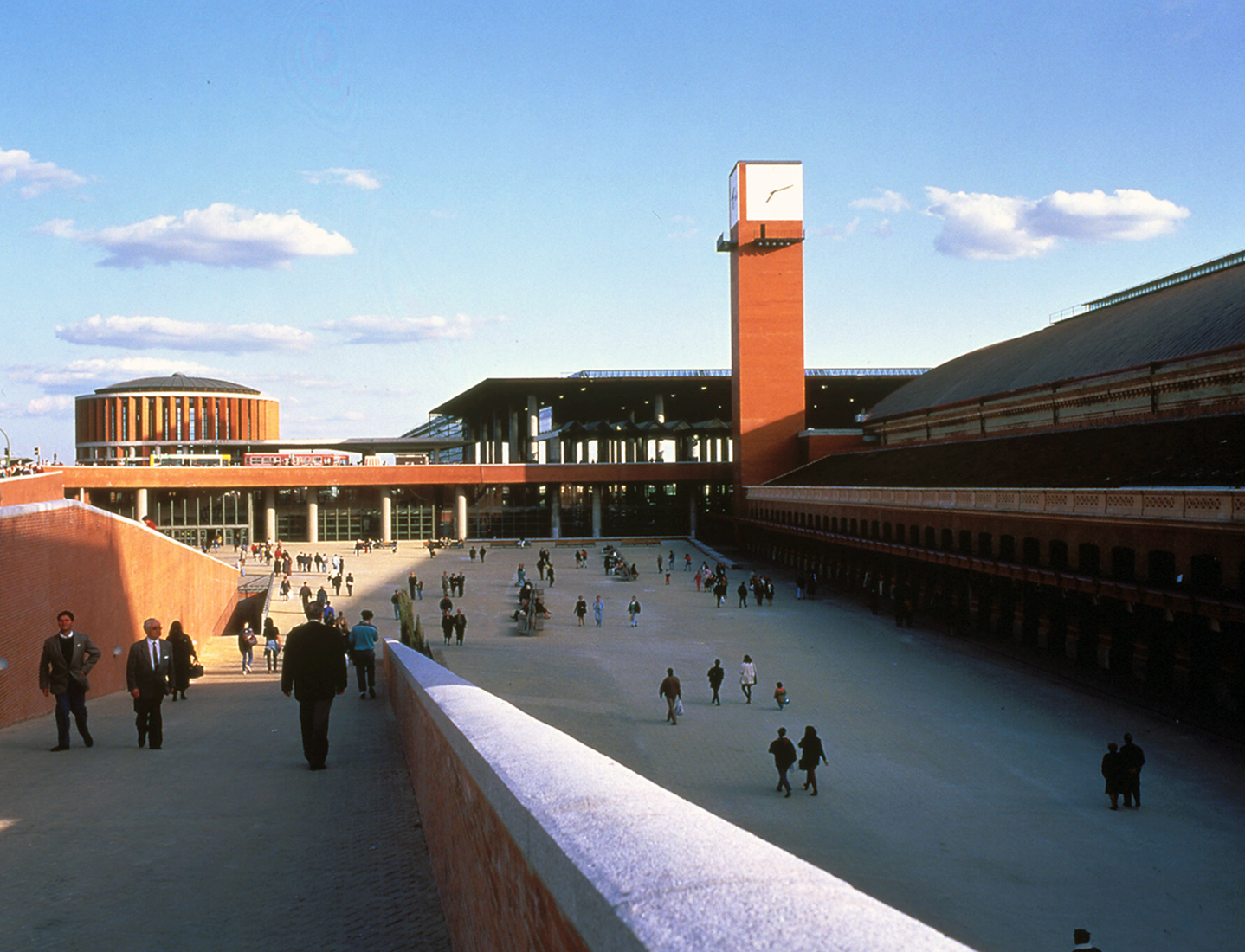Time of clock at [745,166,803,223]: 7:11
